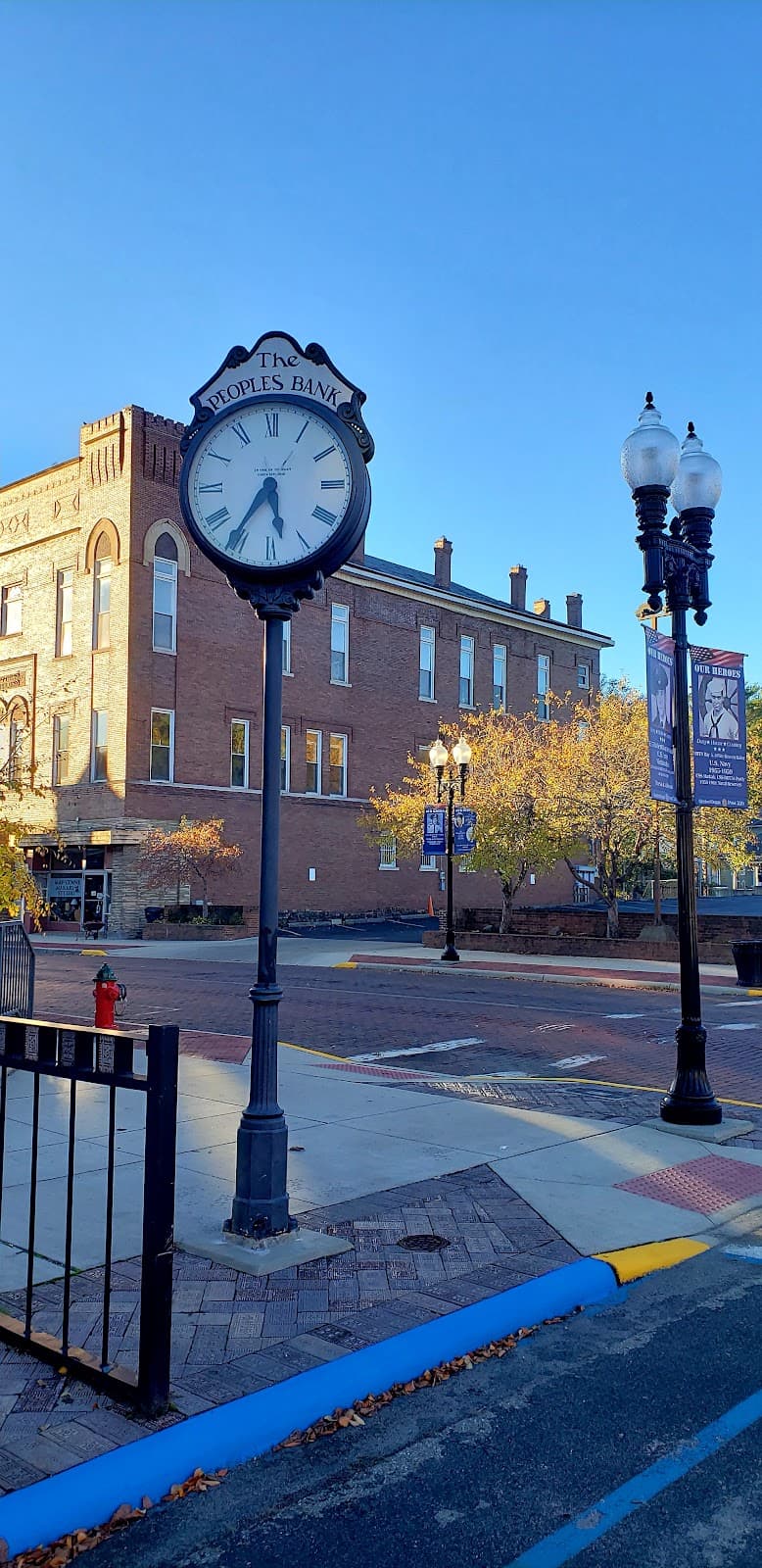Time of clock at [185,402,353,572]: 5:35
